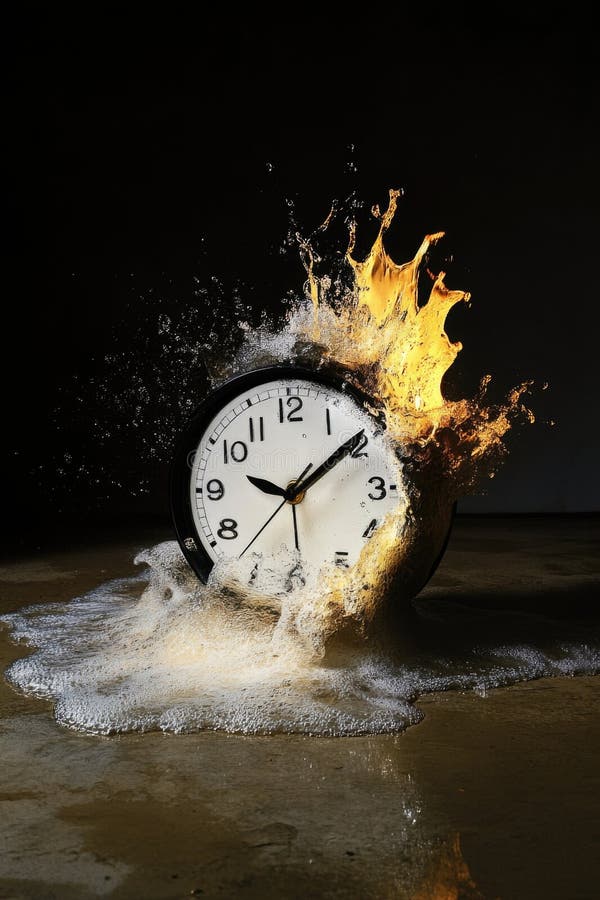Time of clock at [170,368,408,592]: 9:09
